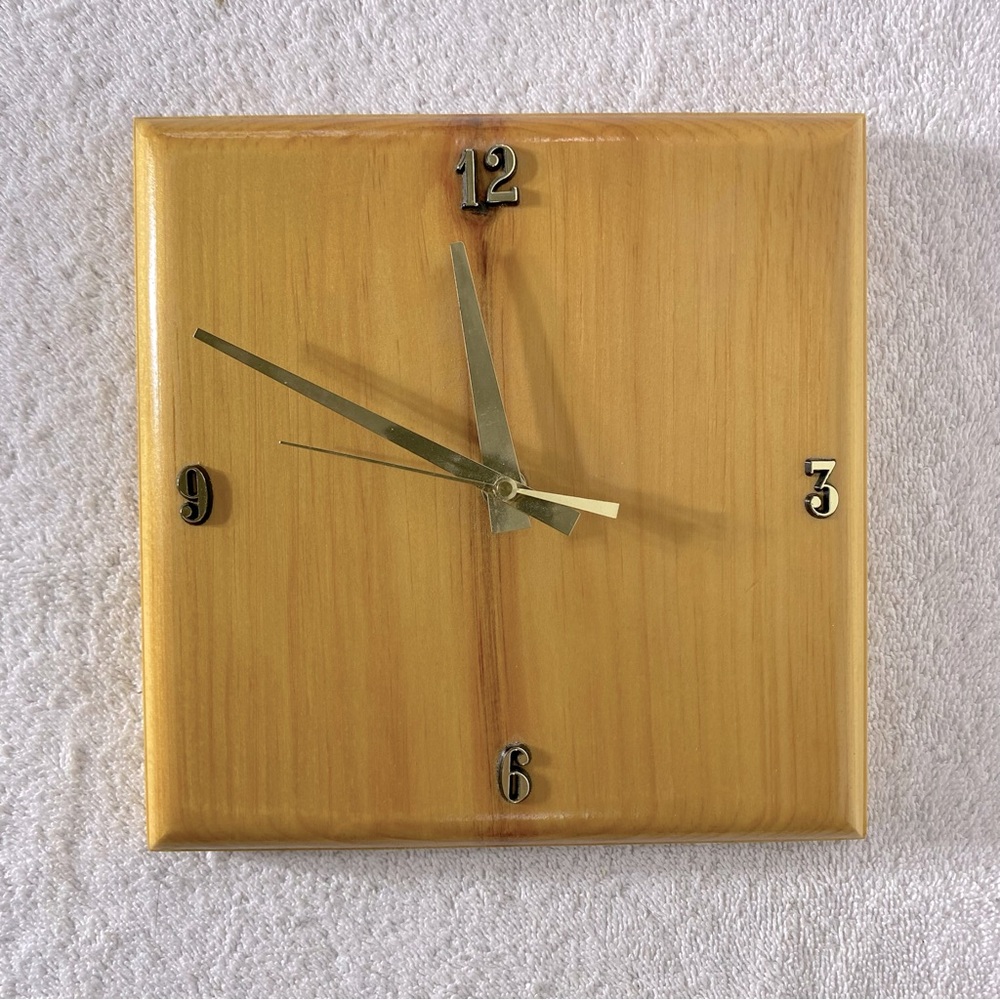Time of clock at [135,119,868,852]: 11:48
